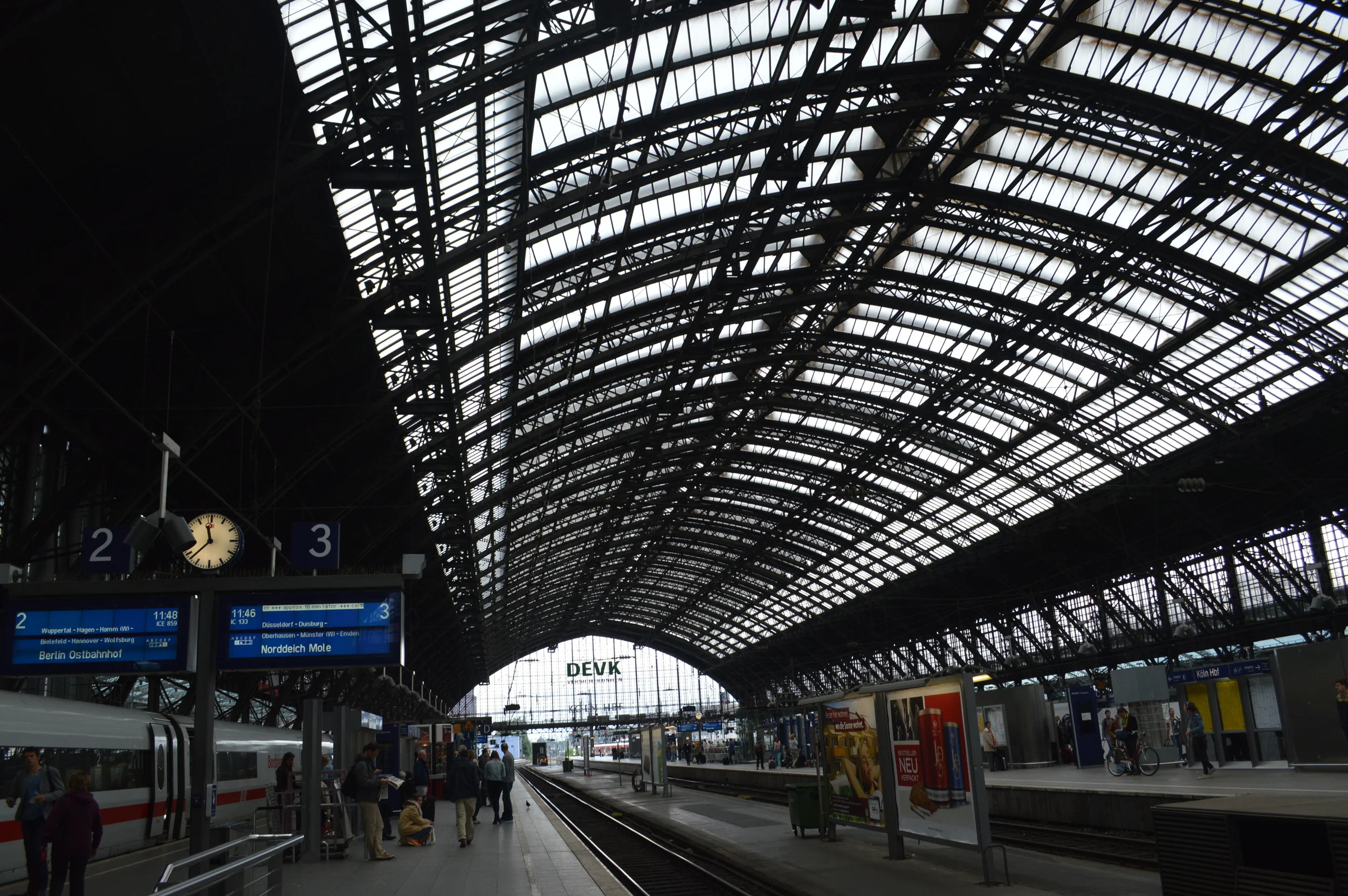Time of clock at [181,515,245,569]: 11:37
